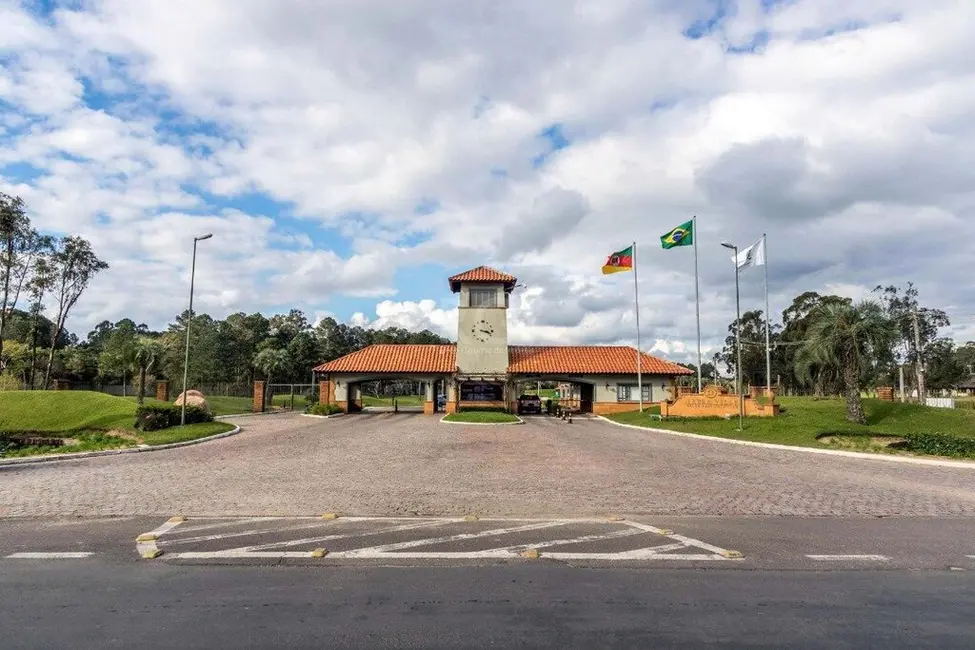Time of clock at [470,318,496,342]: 3:18
